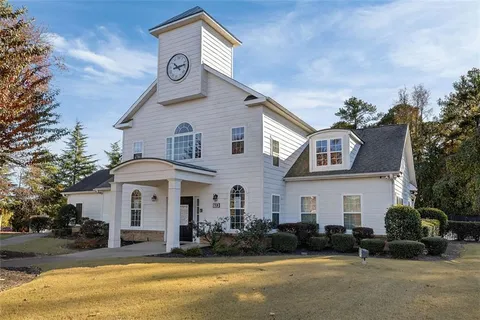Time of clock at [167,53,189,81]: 10:12
